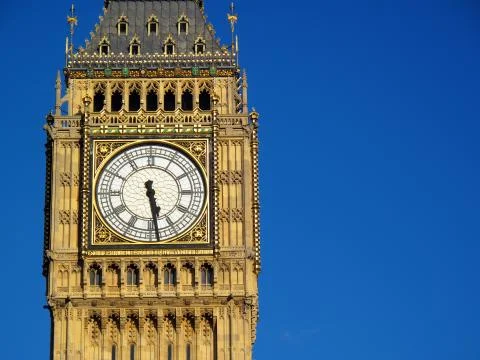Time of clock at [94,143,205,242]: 5:28
